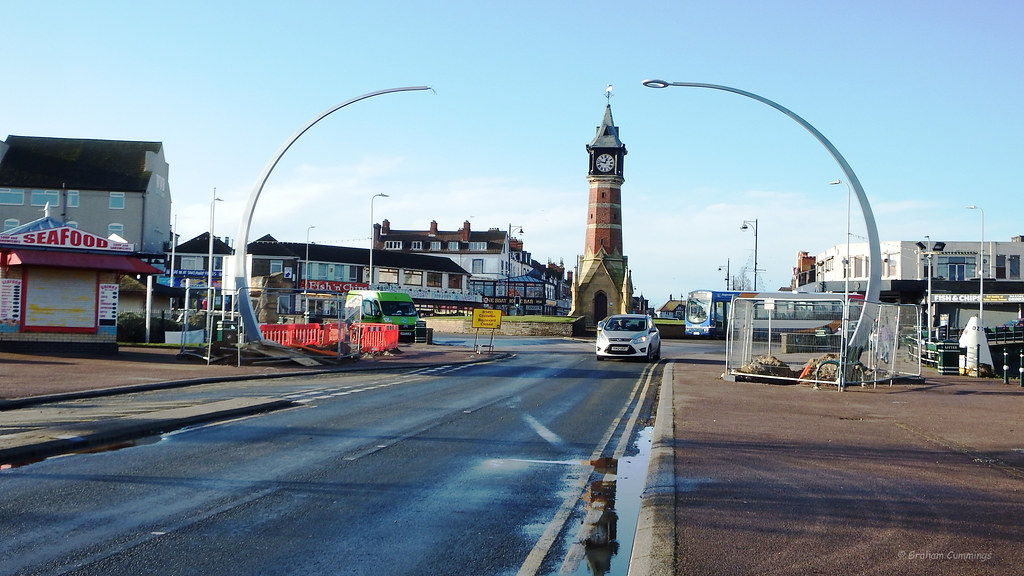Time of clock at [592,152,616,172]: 12:47
